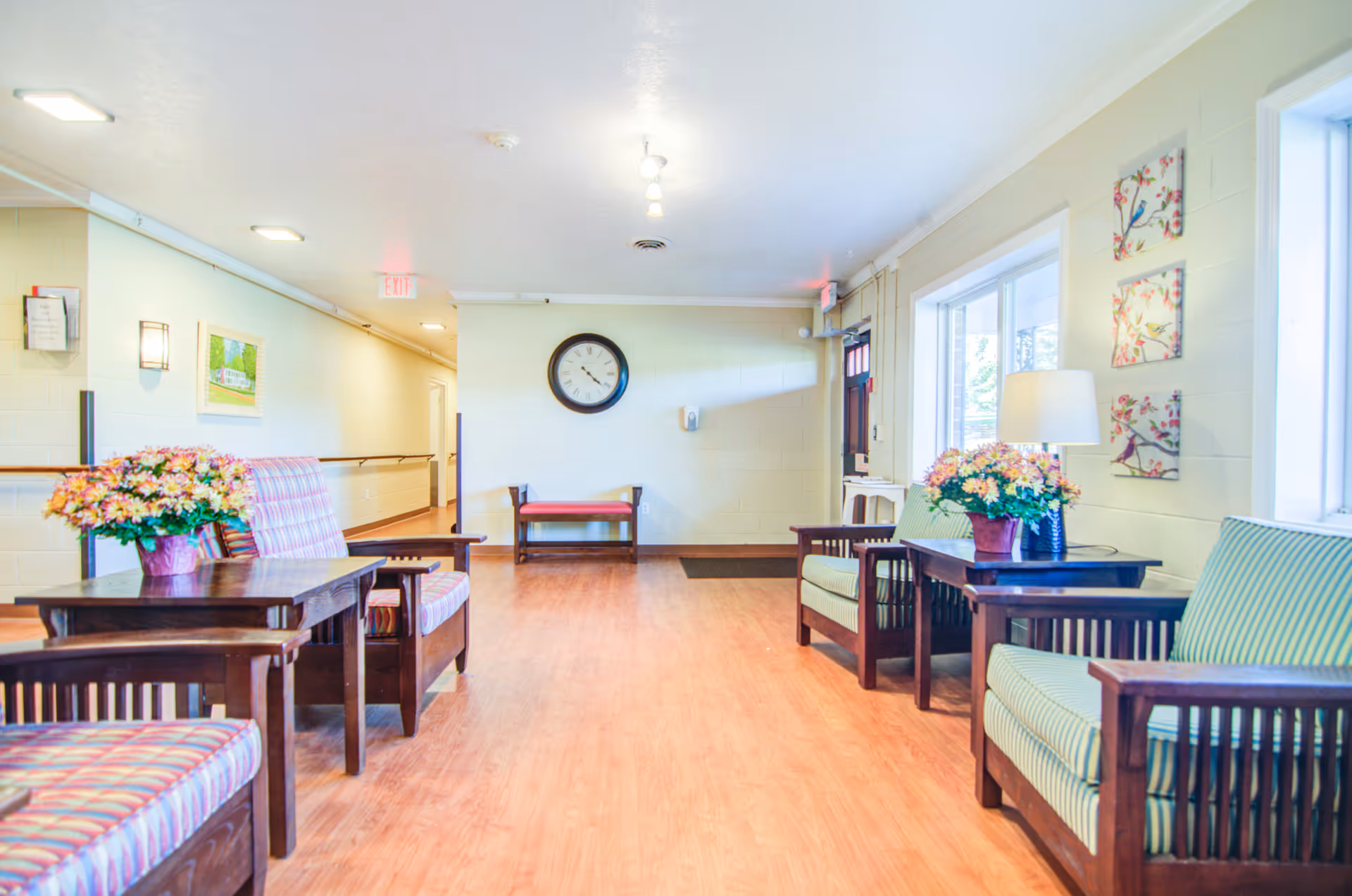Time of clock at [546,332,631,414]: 4:21
